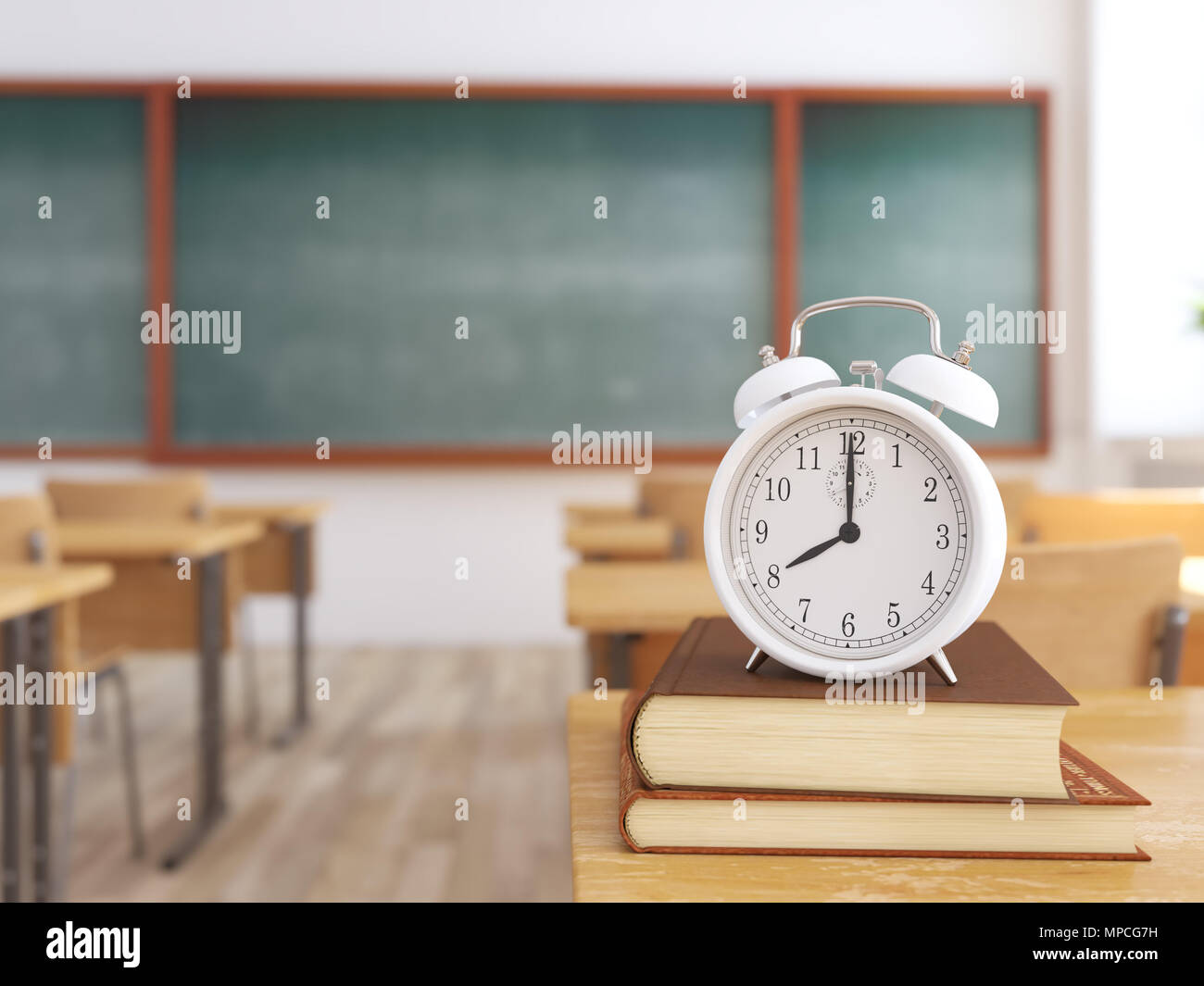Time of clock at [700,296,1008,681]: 8:00
